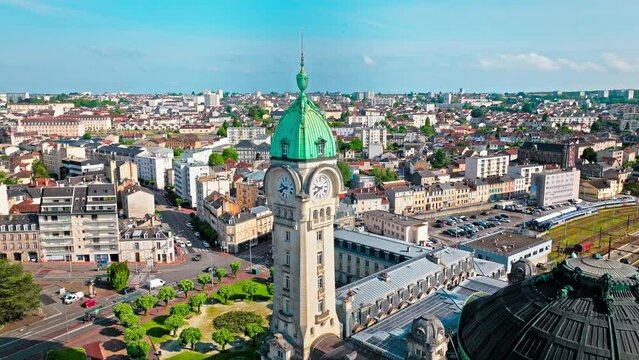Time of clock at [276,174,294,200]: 9:41
